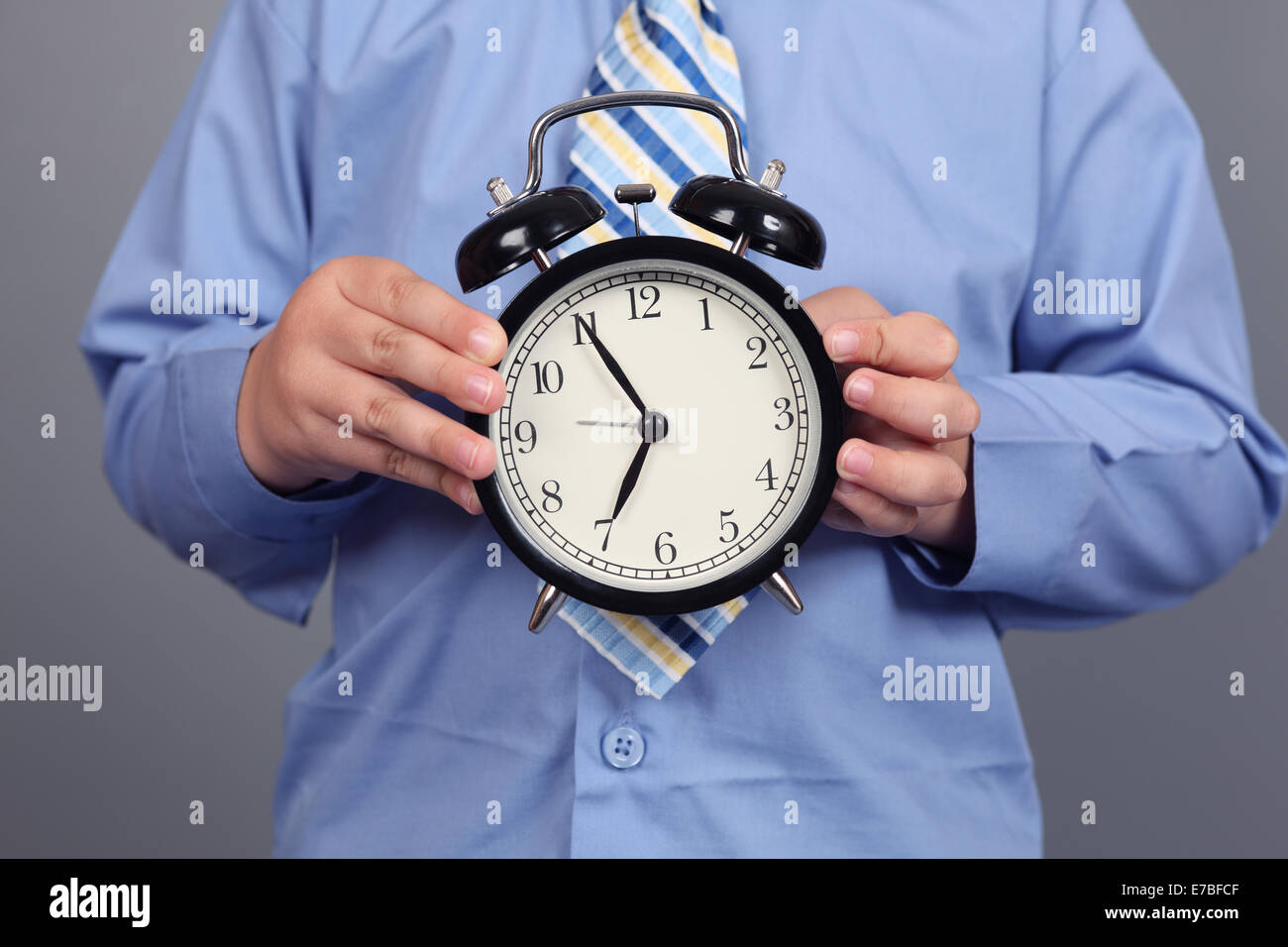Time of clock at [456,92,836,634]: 6:55
